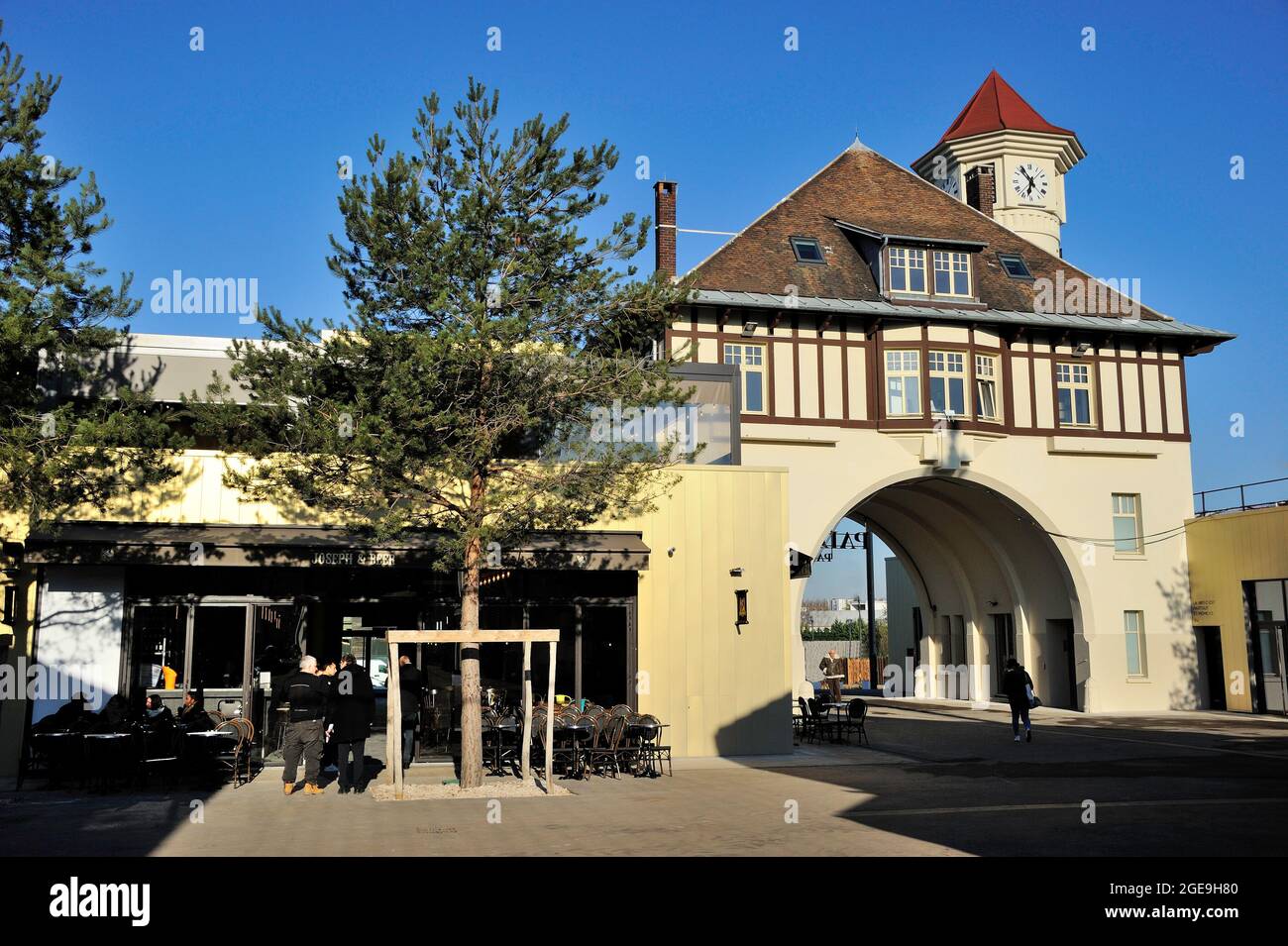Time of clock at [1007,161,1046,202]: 6:54
